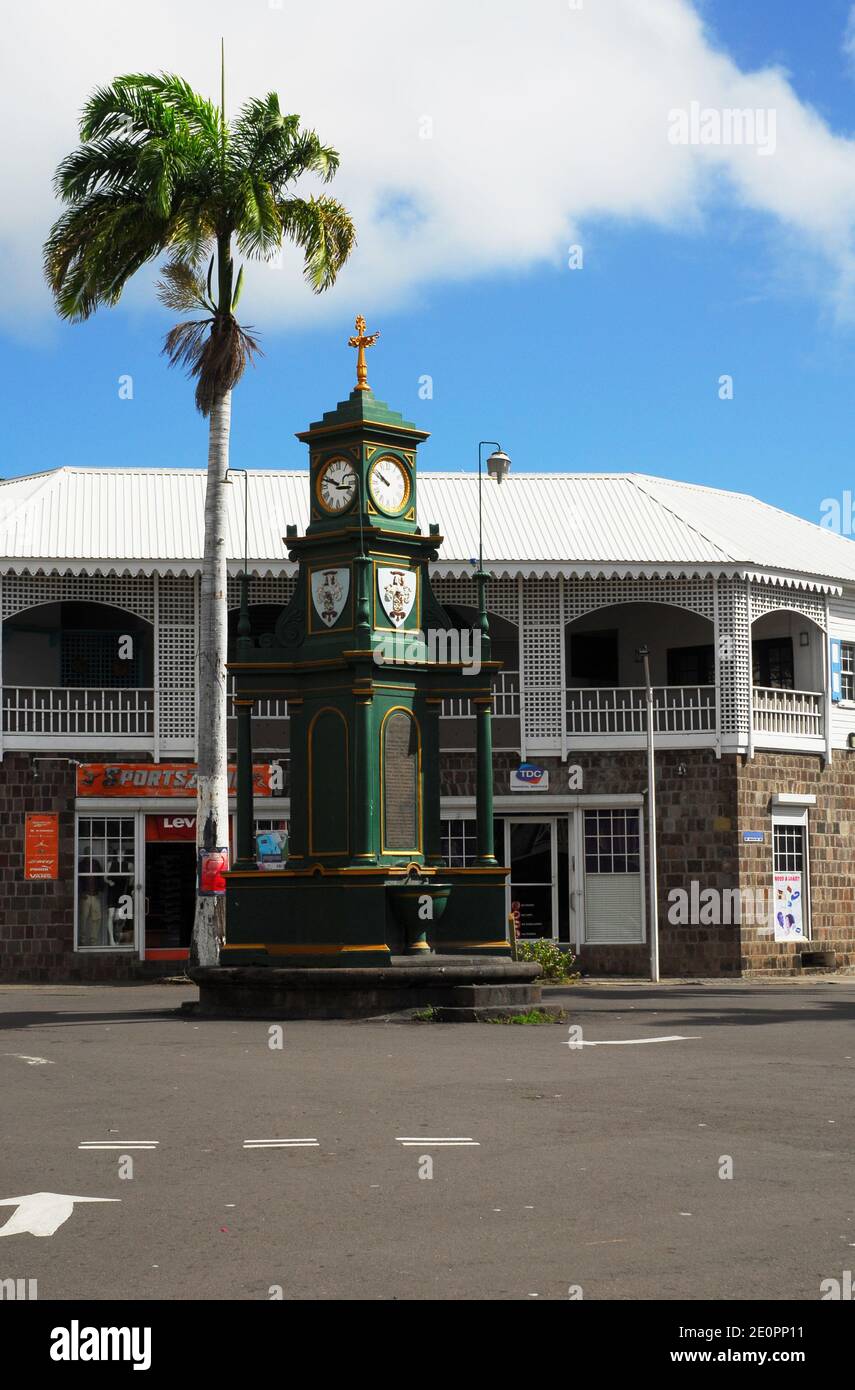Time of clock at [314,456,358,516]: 9:48
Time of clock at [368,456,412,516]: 9:50
